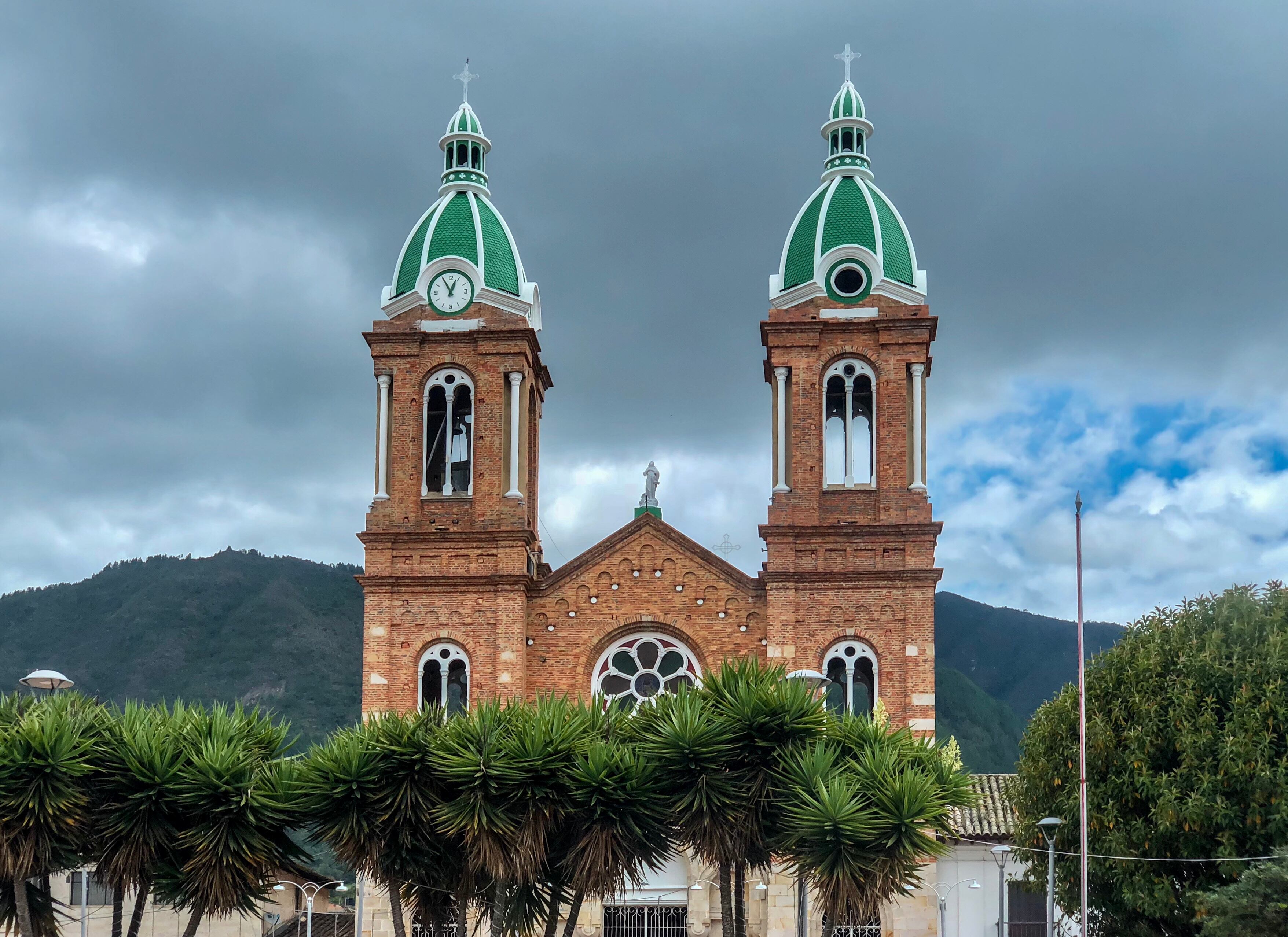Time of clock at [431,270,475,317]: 12:55
